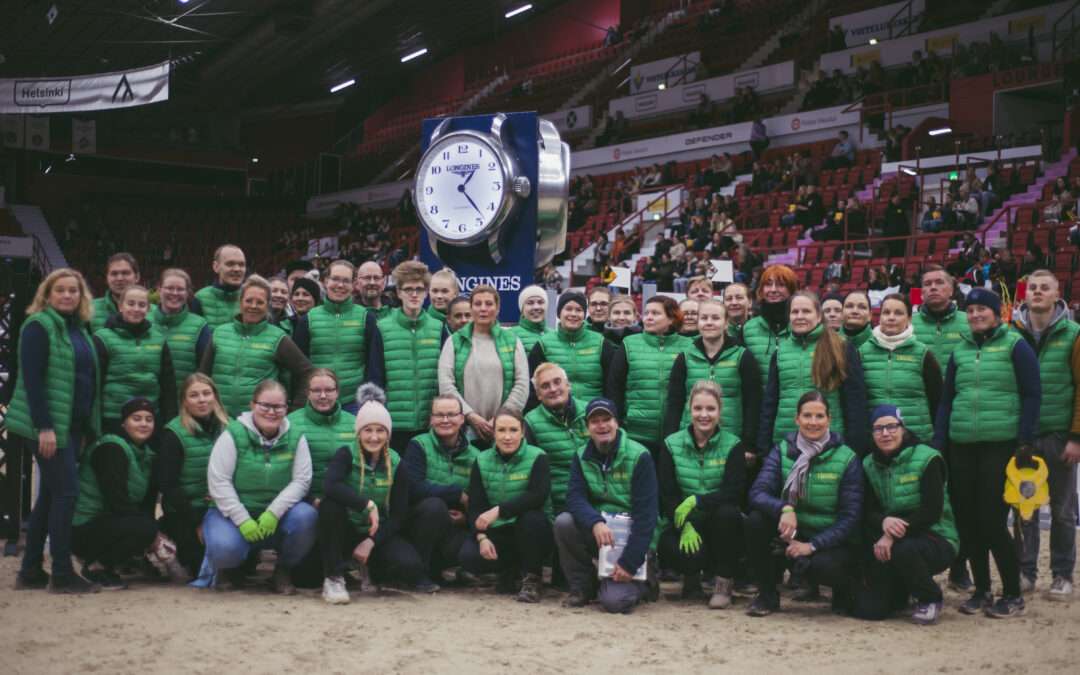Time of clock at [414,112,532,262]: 1:22
